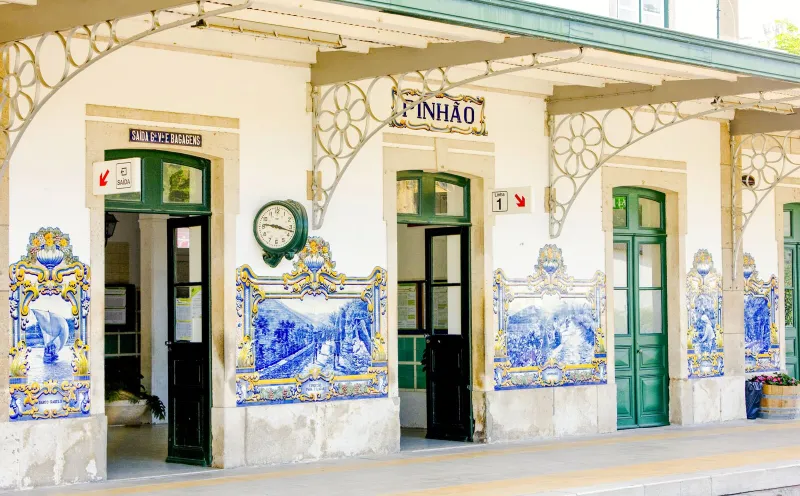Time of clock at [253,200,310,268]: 9:17
